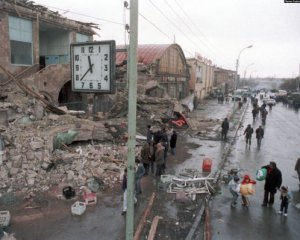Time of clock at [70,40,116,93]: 11:37
